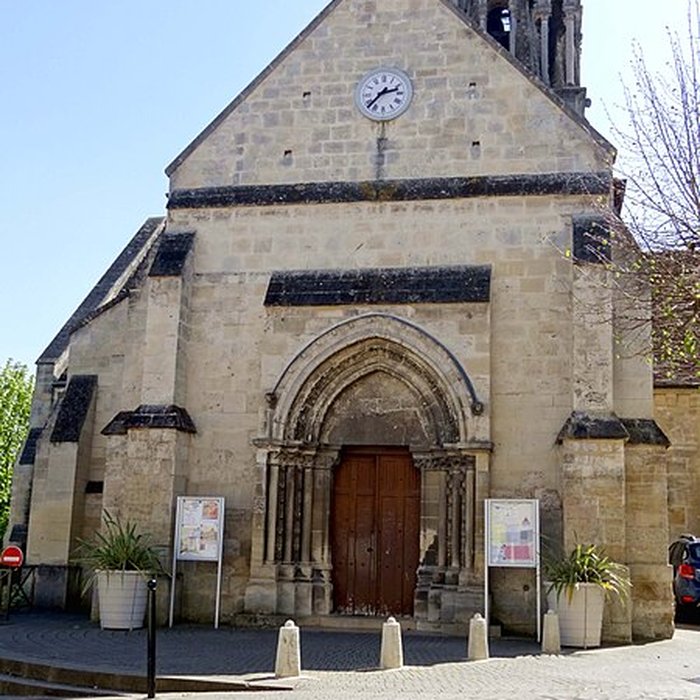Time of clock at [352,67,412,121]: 2:37
